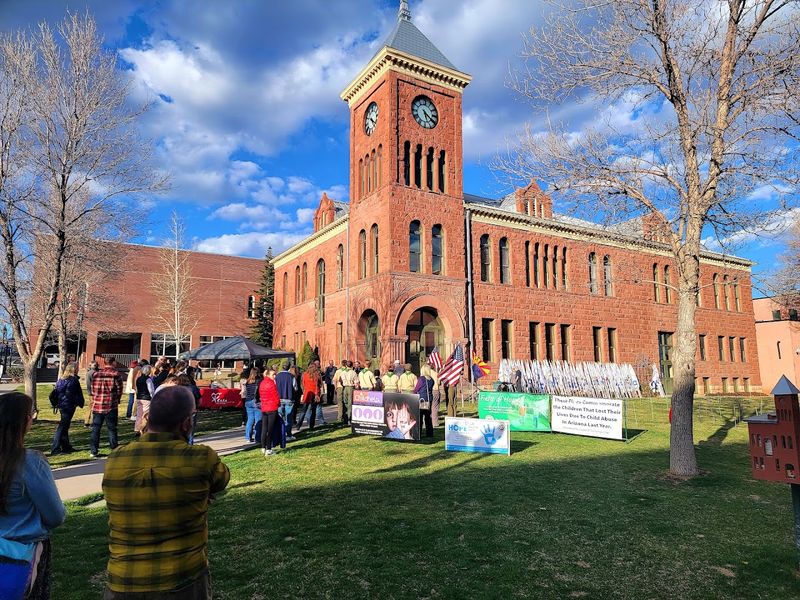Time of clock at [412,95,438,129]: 5:20
